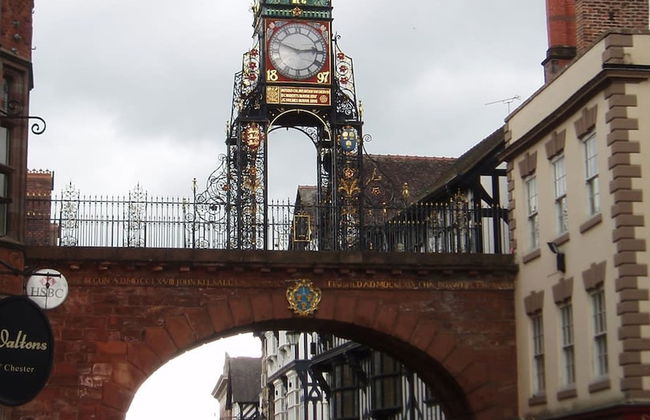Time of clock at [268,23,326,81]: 2:48
